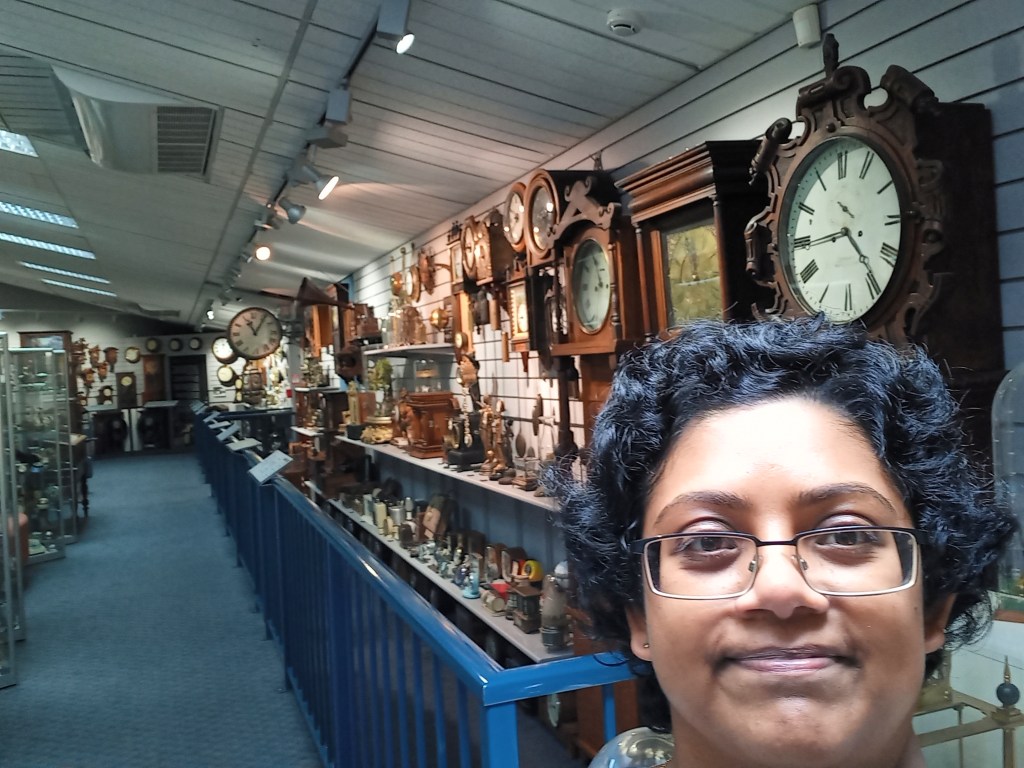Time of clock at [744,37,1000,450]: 4:44
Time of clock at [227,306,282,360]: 11:05
